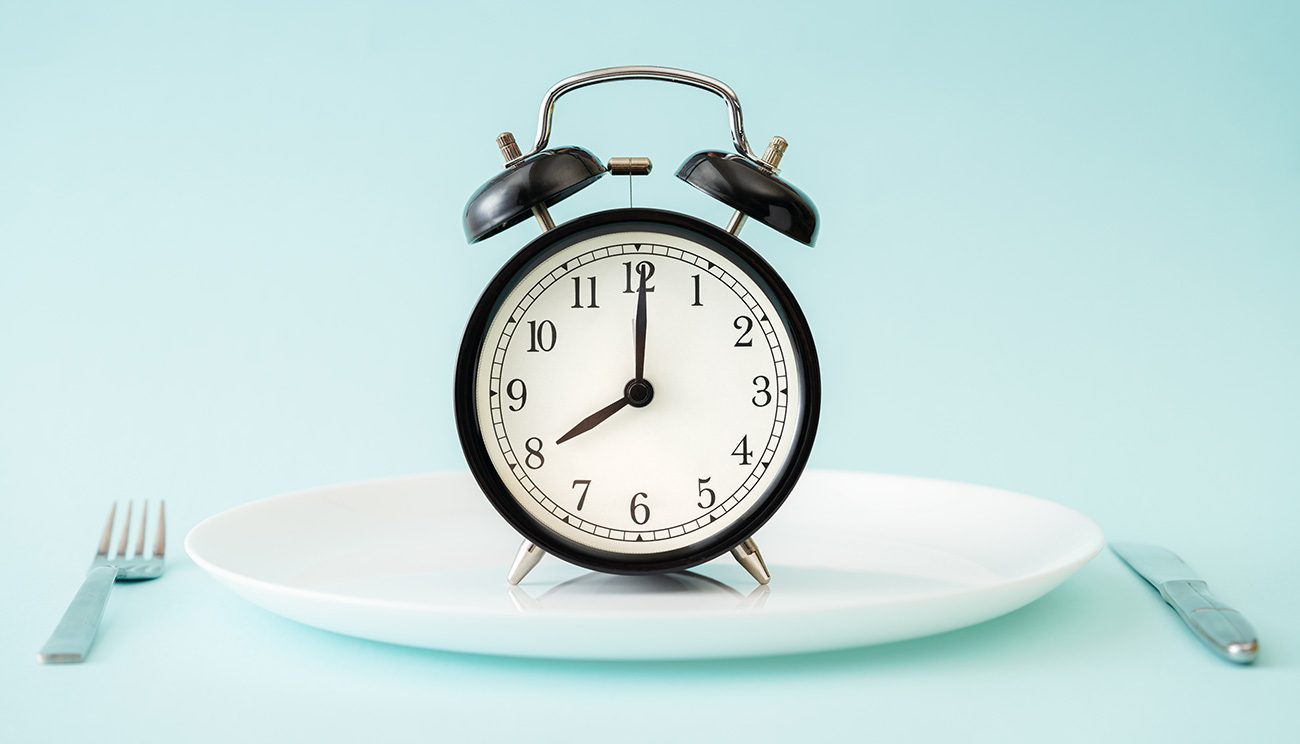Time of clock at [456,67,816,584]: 8:00
